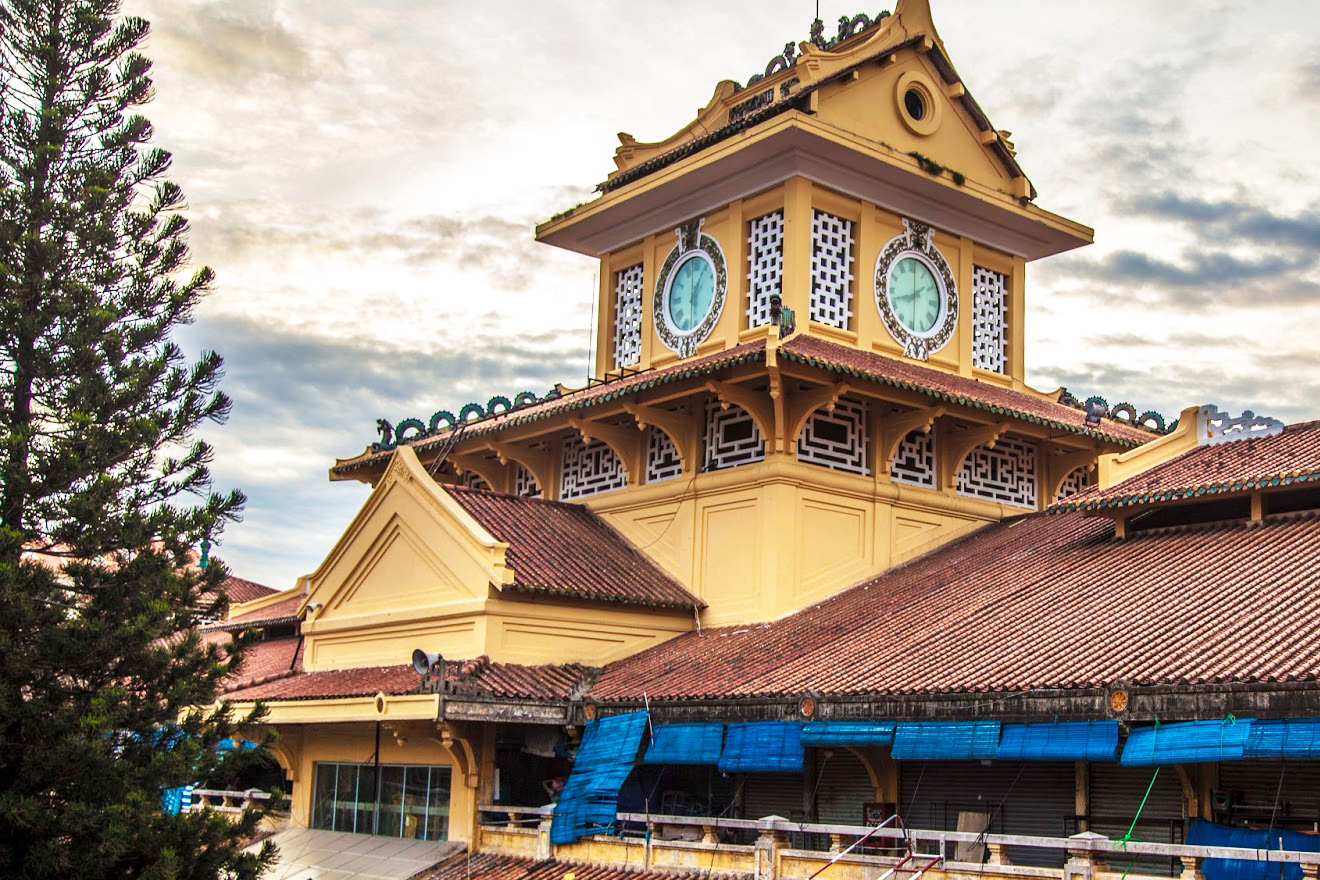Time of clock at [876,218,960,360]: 8:09
